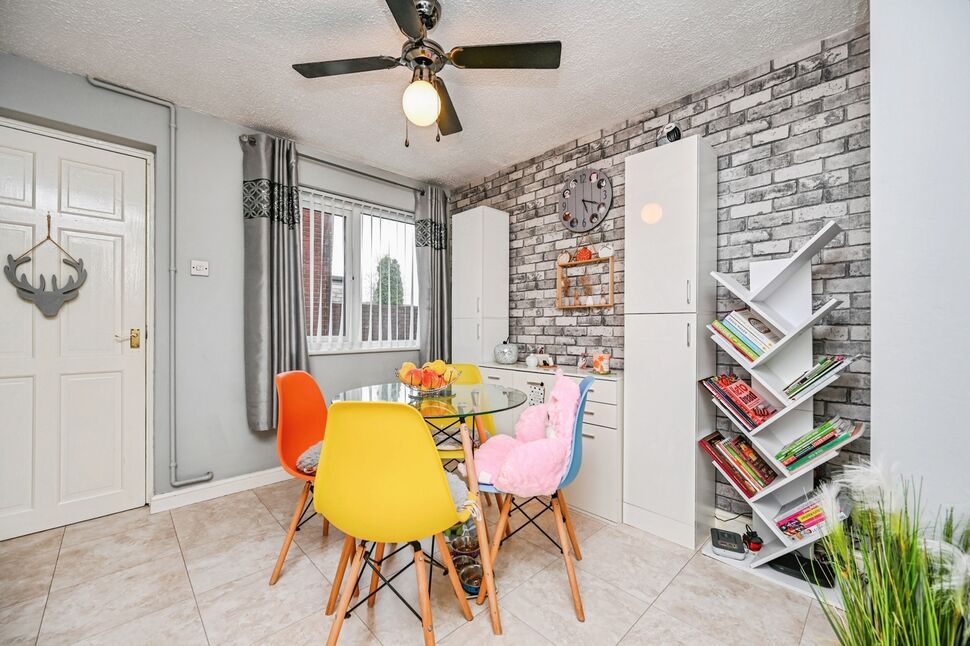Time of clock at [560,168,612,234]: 5:18
